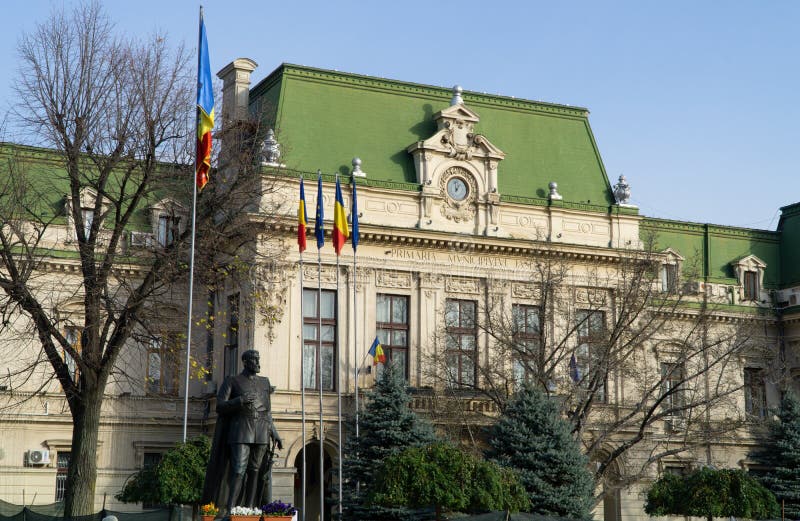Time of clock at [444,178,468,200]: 12:58
